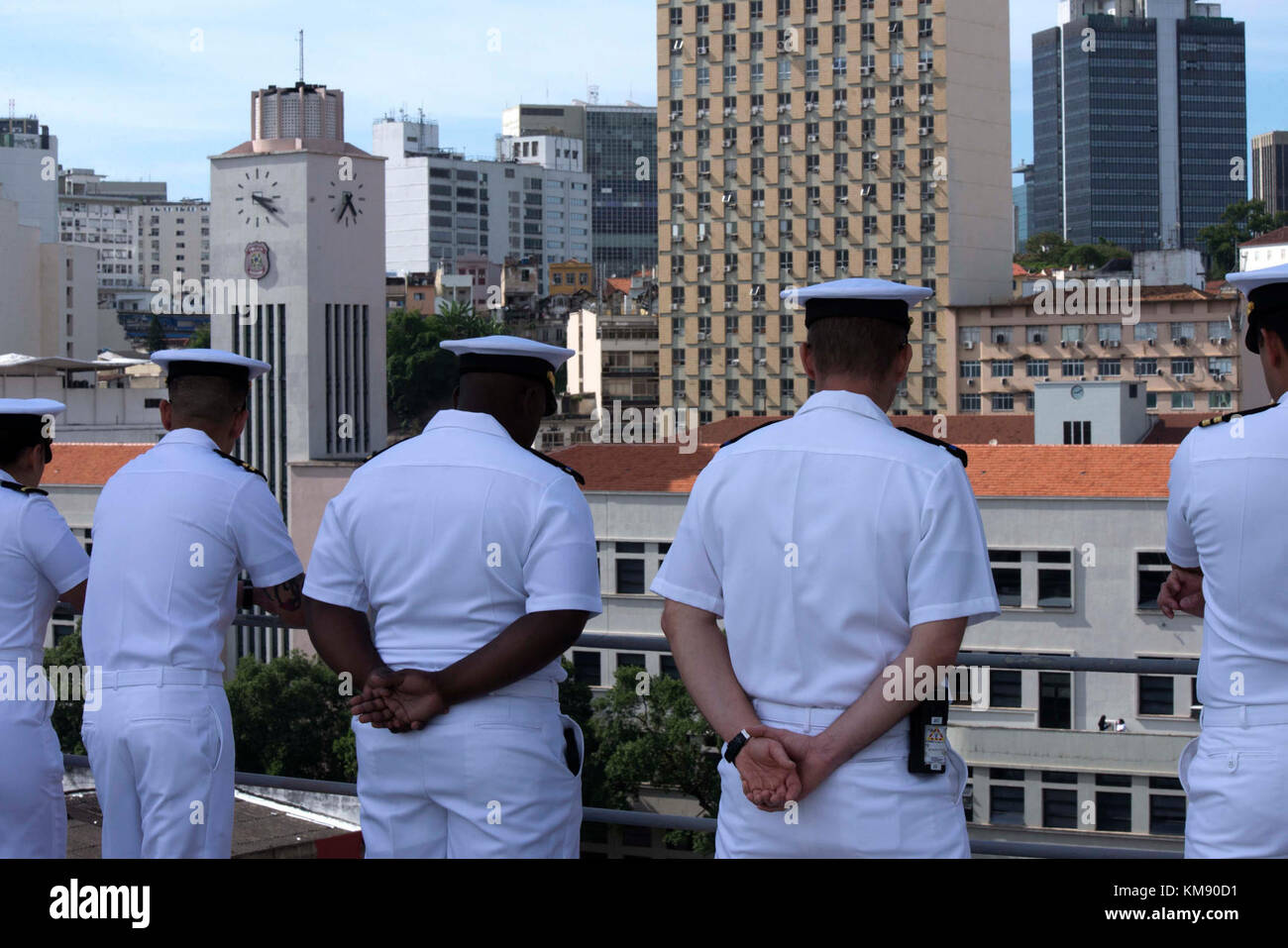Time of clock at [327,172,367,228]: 4:35
